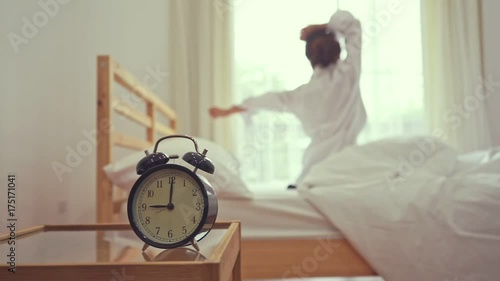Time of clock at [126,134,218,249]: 9:00
